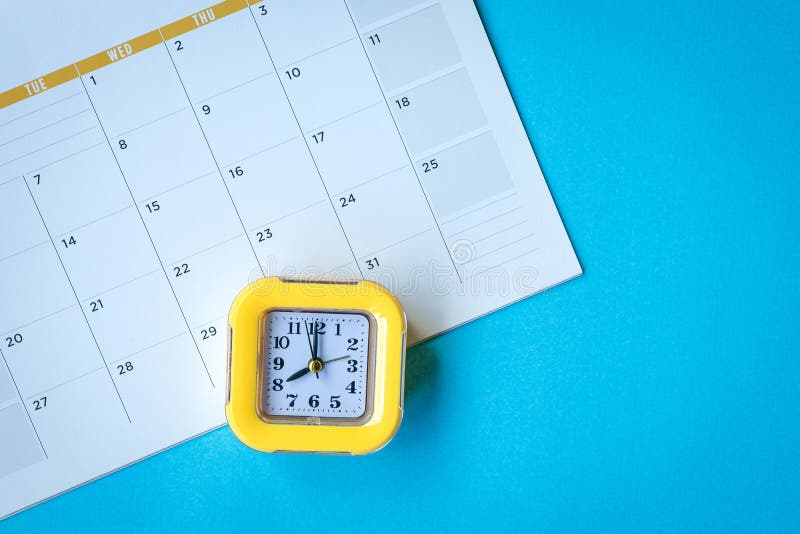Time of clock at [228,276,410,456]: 7:59
